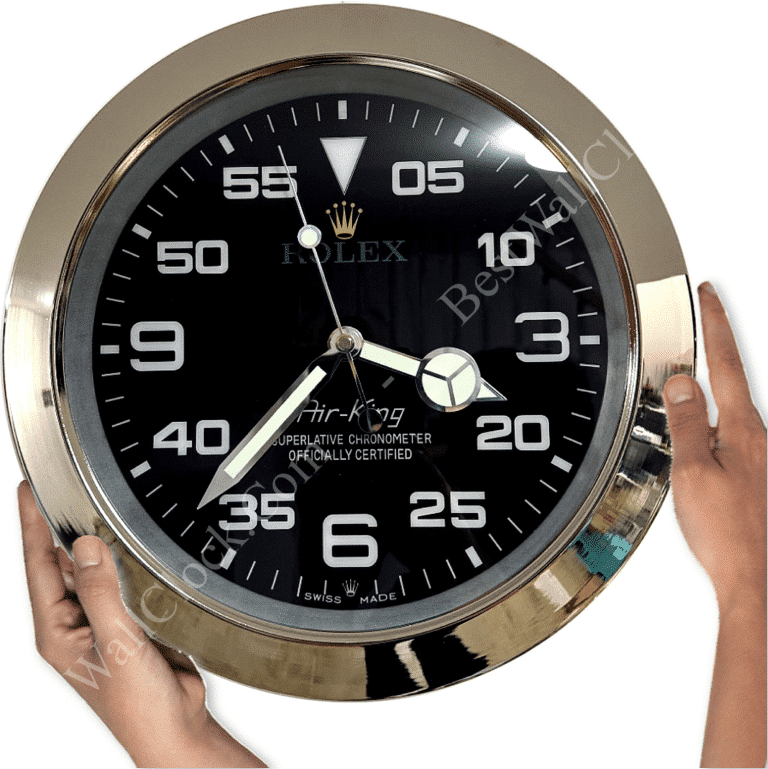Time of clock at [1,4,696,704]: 3:37
